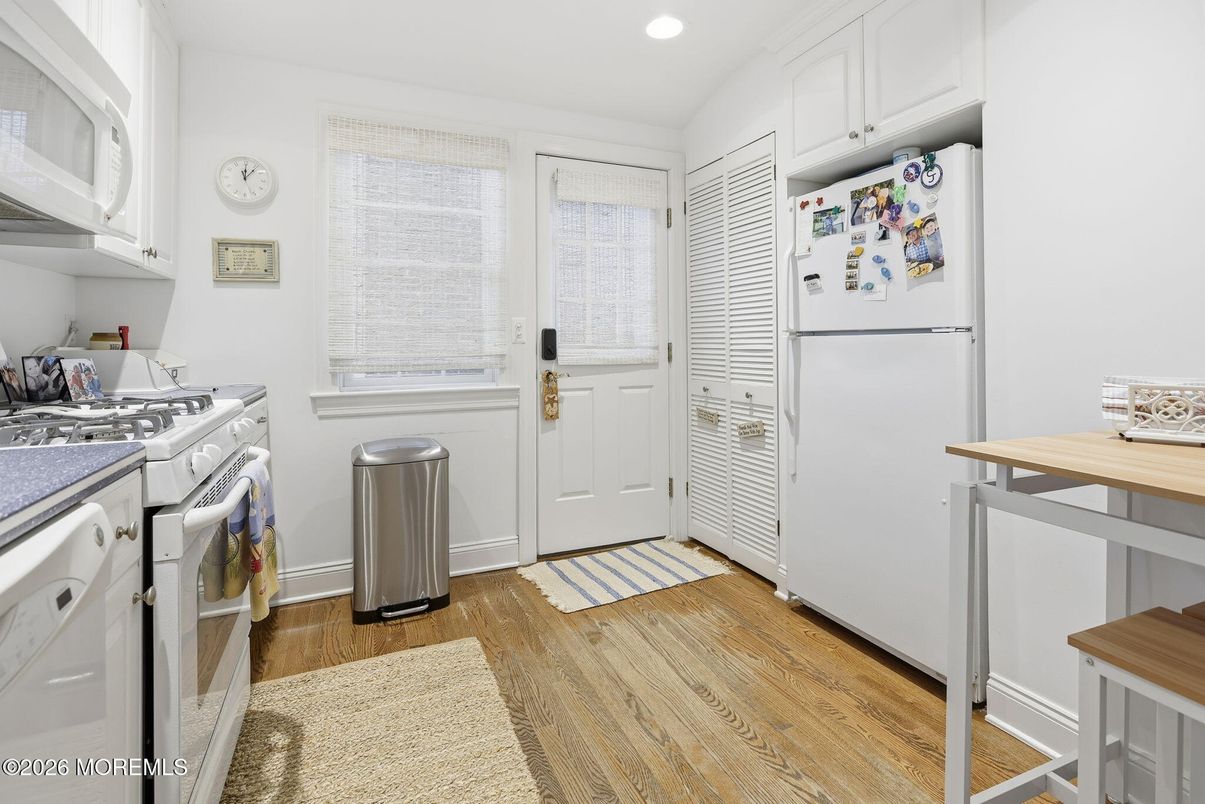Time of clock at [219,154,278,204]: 12:06
